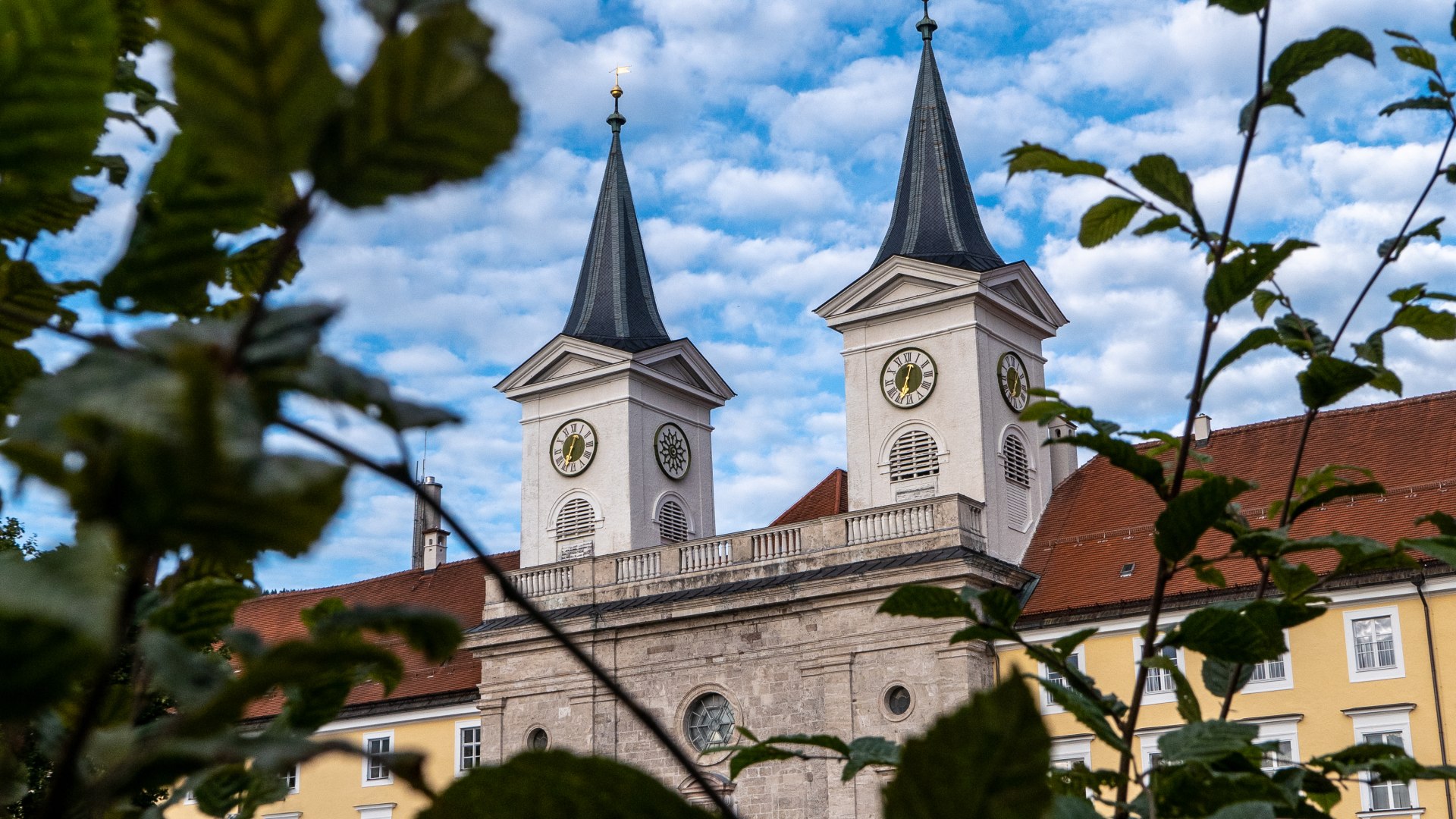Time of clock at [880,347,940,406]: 12:33
